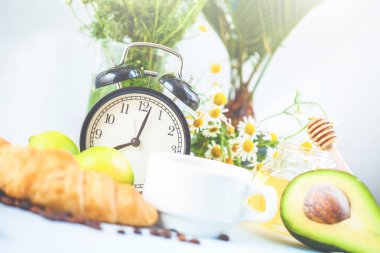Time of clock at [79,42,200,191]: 8:02
